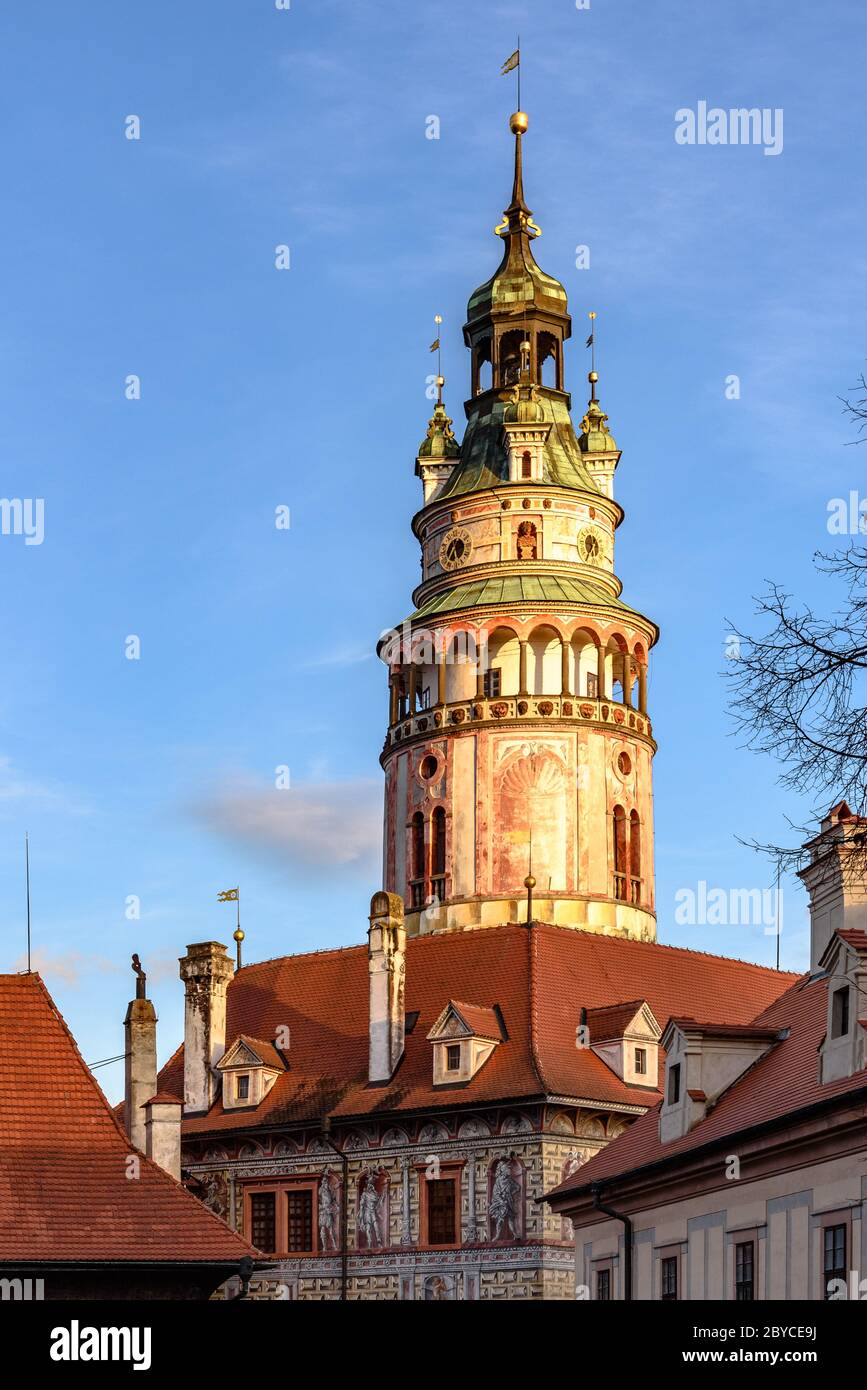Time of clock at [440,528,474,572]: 5:35
